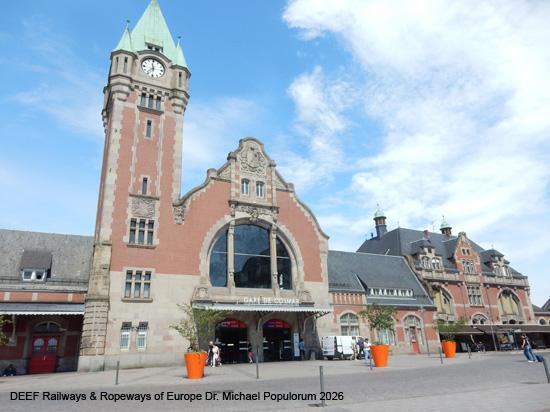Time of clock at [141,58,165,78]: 11:36
